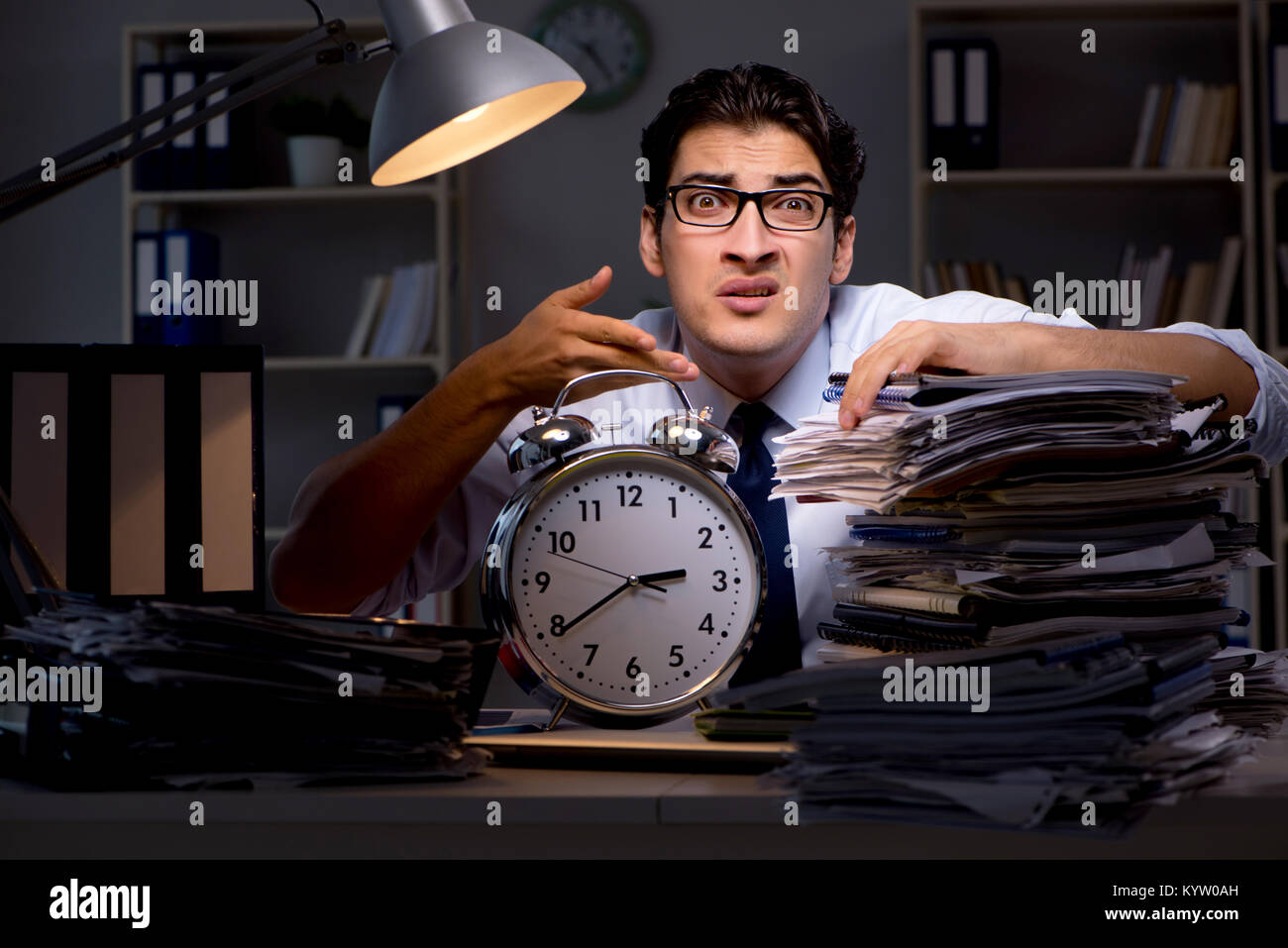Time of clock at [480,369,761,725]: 2:39
